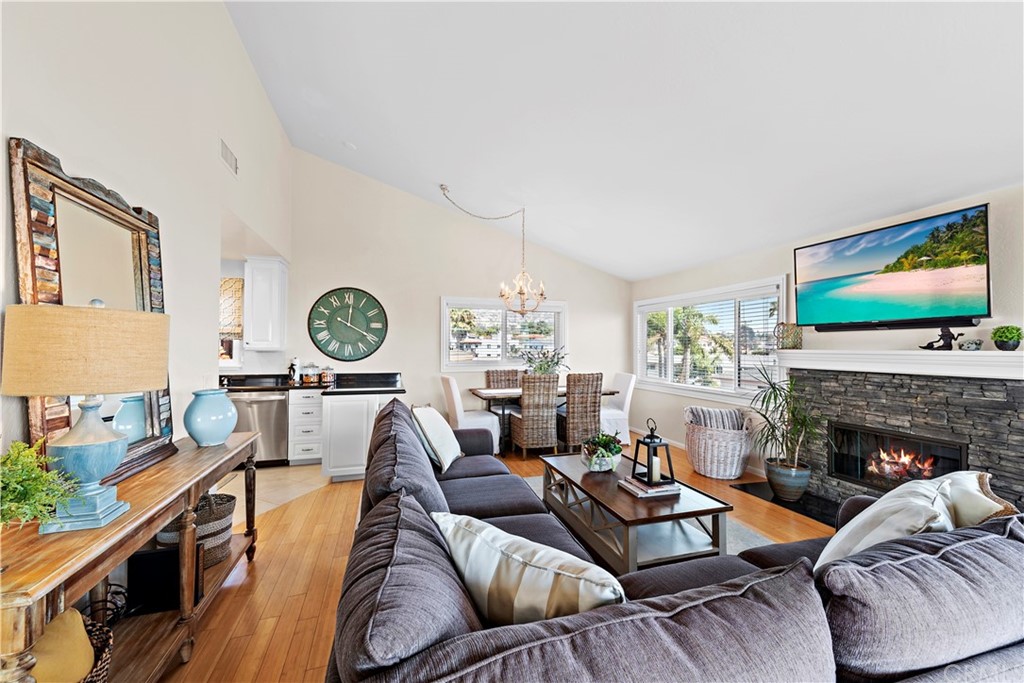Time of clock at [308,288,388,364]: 12:19
